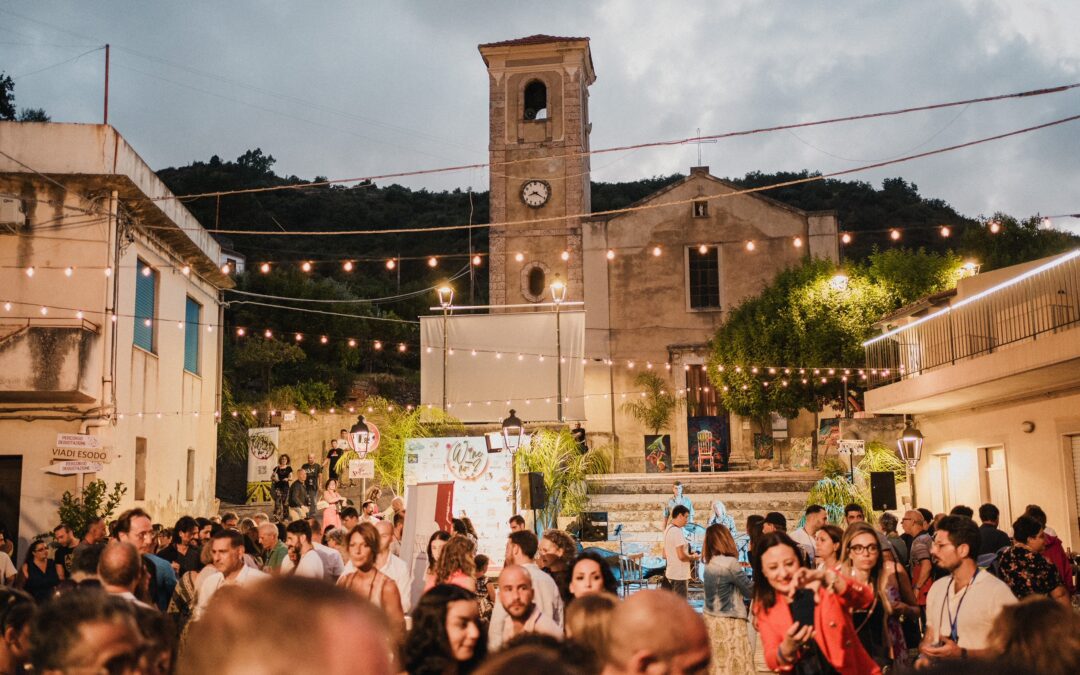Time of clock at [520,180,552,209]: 8:20
